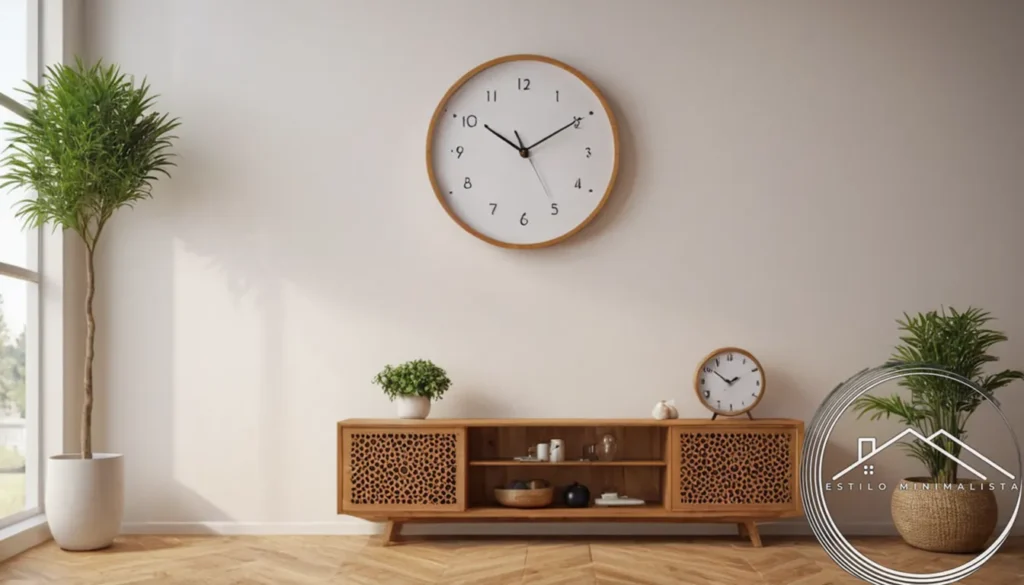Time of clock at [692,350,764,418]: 1:51
